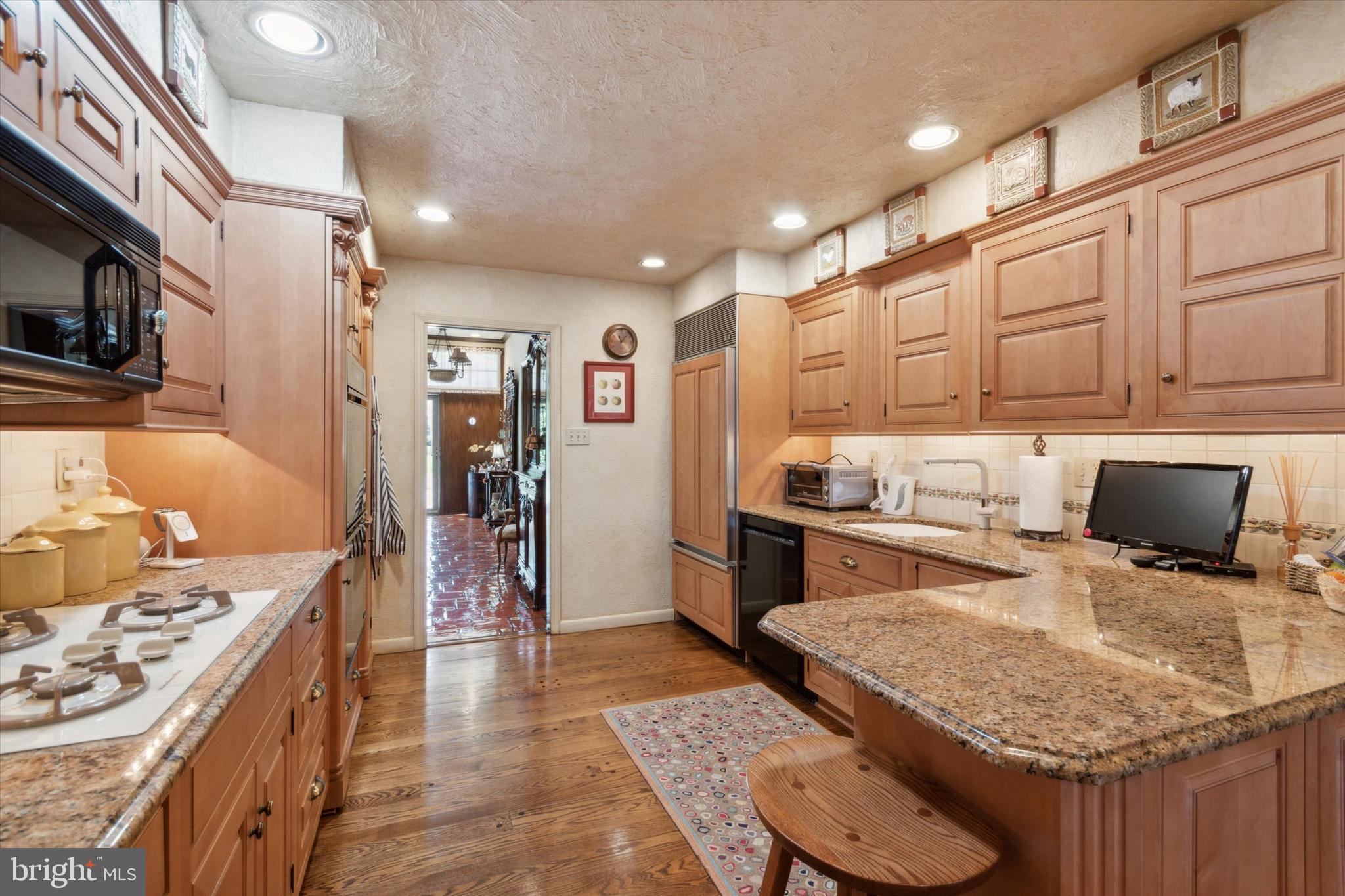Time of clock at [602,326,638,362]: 11:06
